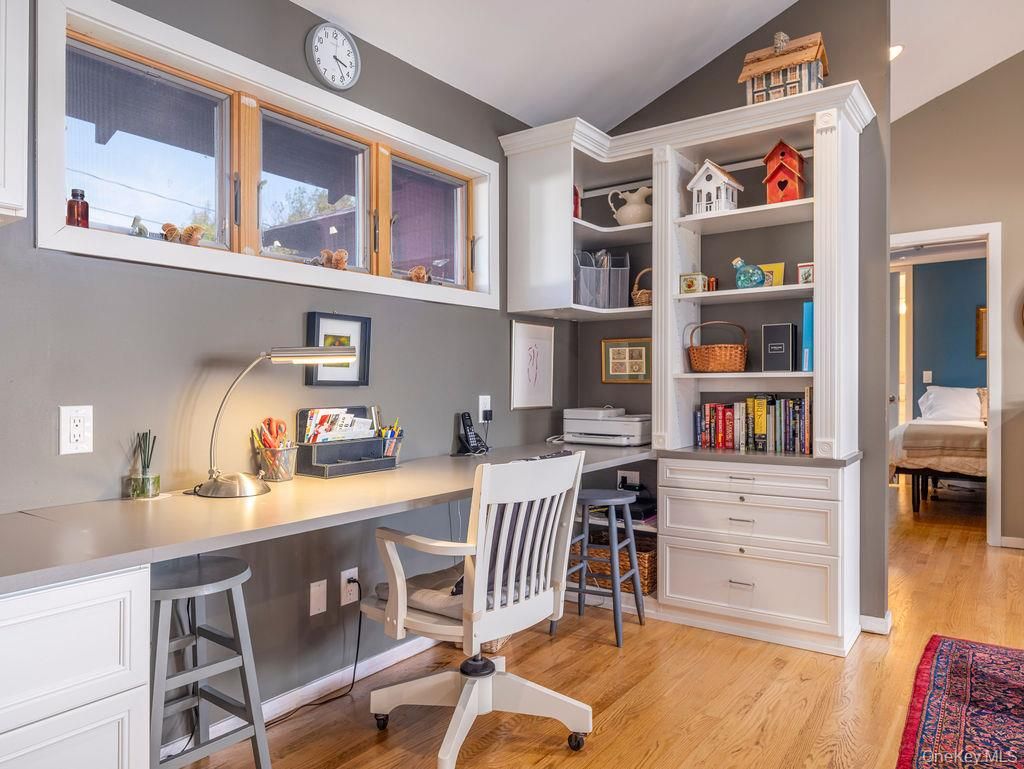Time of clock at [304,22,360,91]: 3:23
